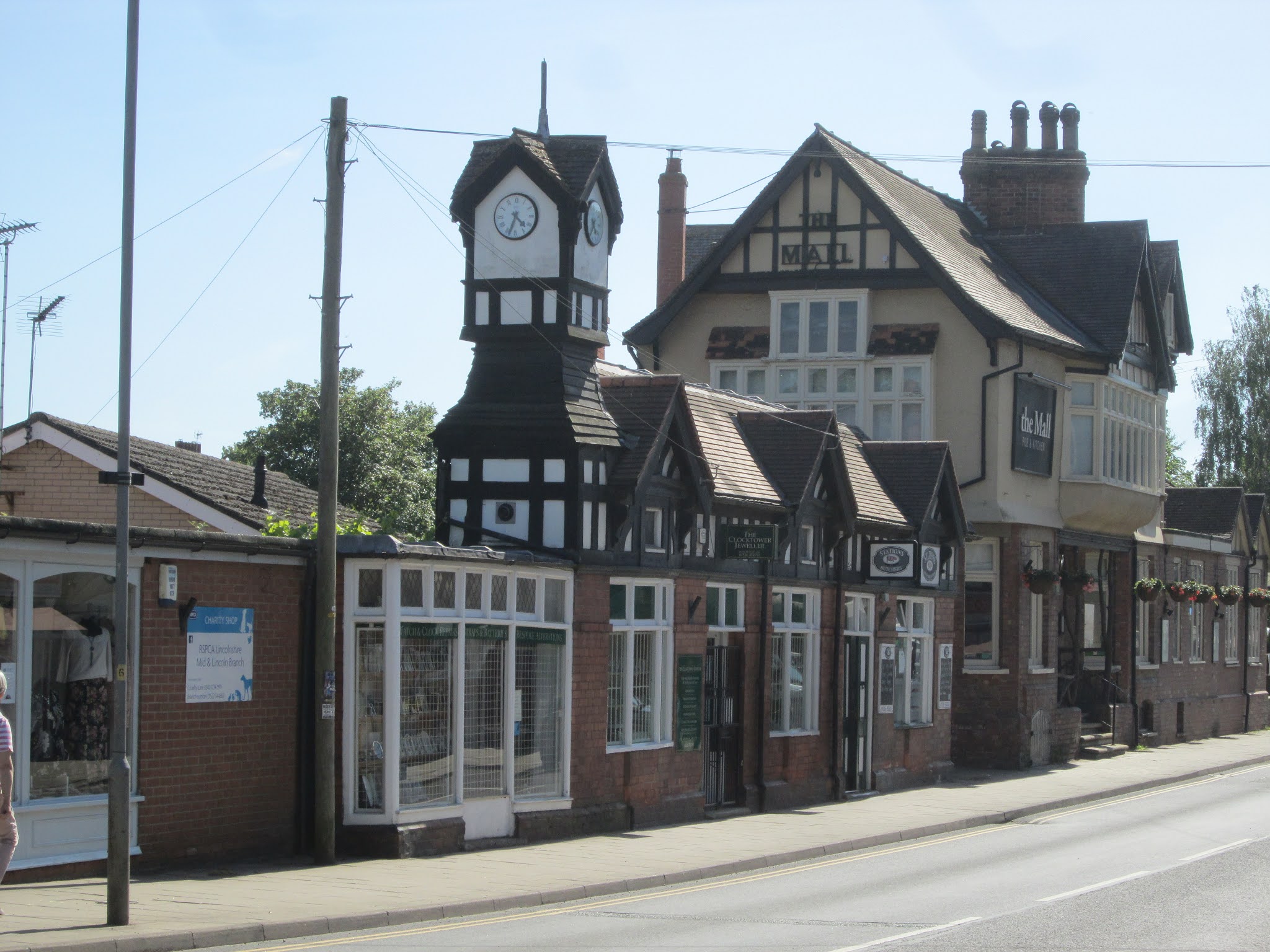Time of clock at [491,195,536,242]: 4:33
